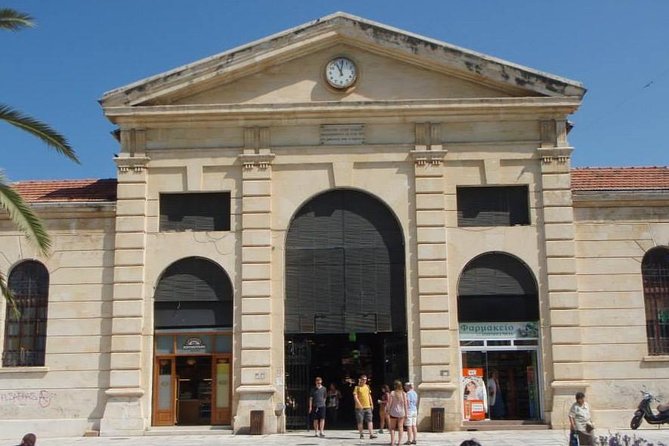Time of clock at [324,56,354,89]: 11:01
